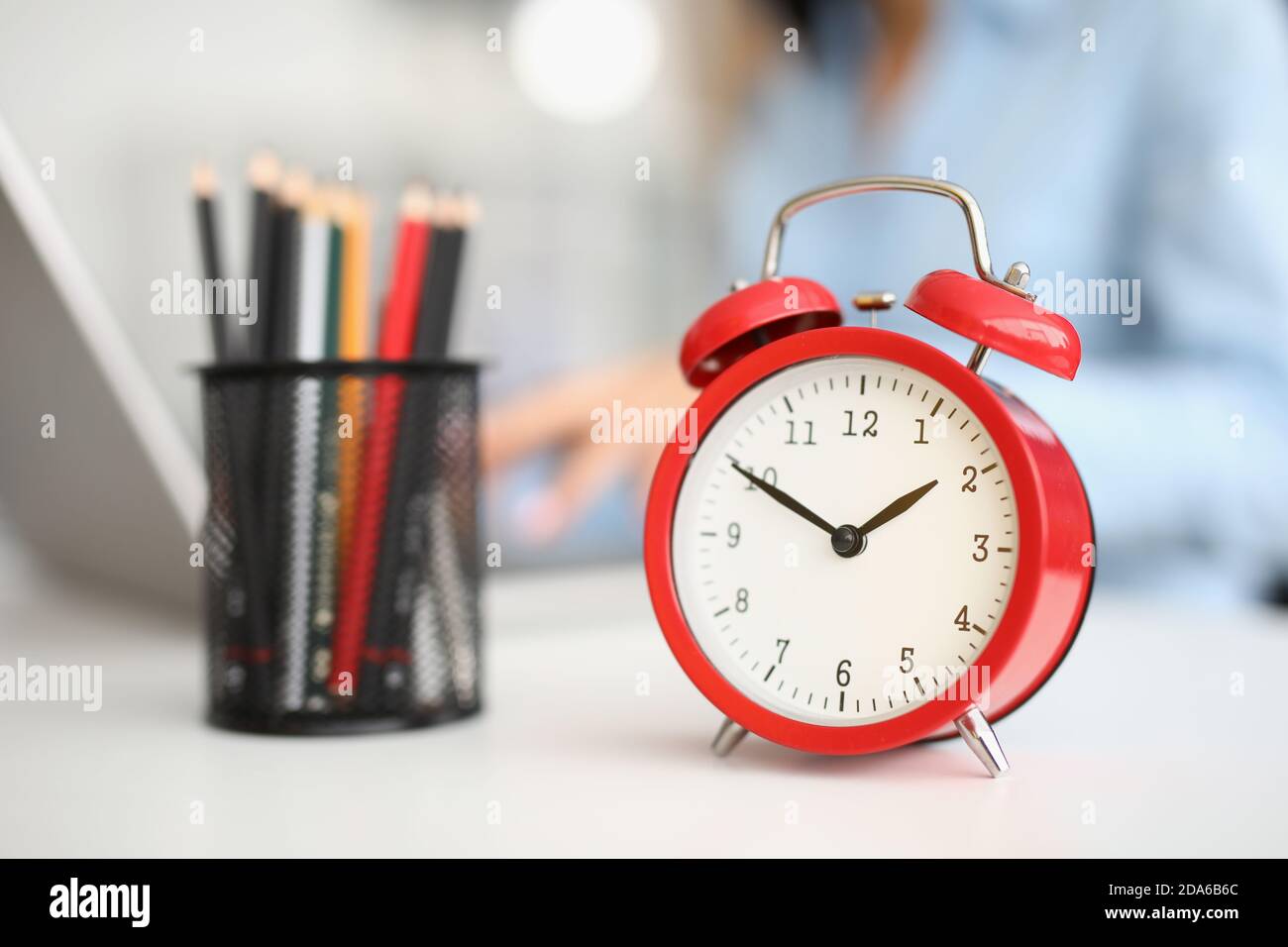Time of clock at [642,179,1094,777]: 1:49
